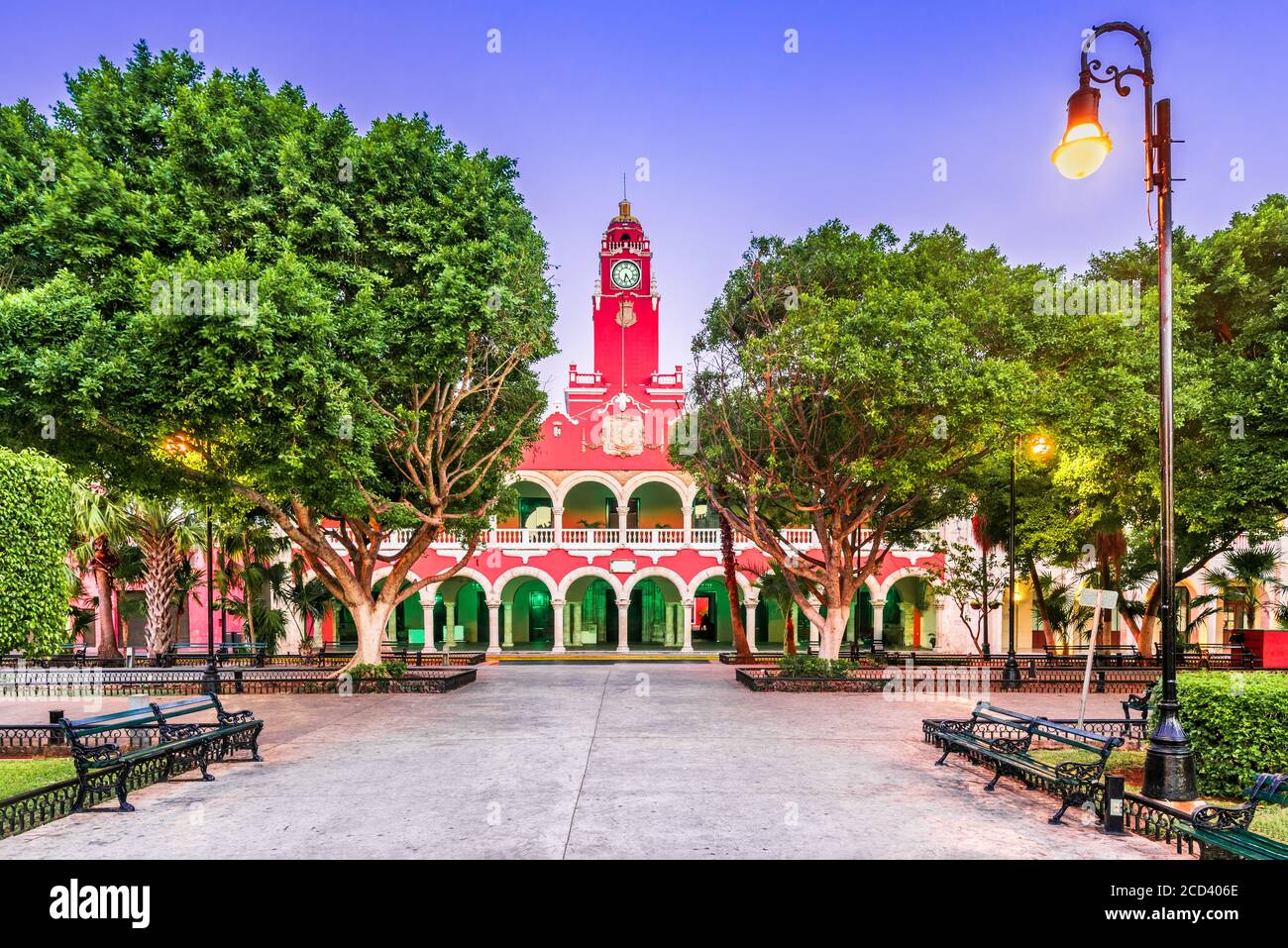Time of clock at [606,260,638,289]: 6:24
